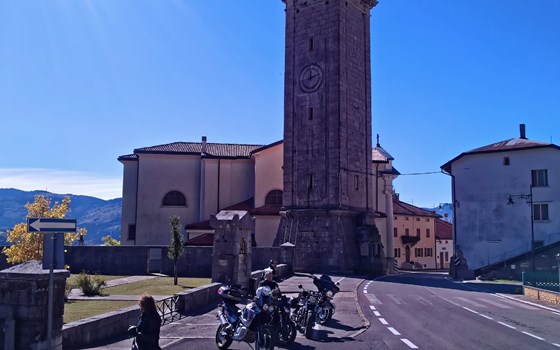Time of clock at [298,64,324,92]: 12:11
